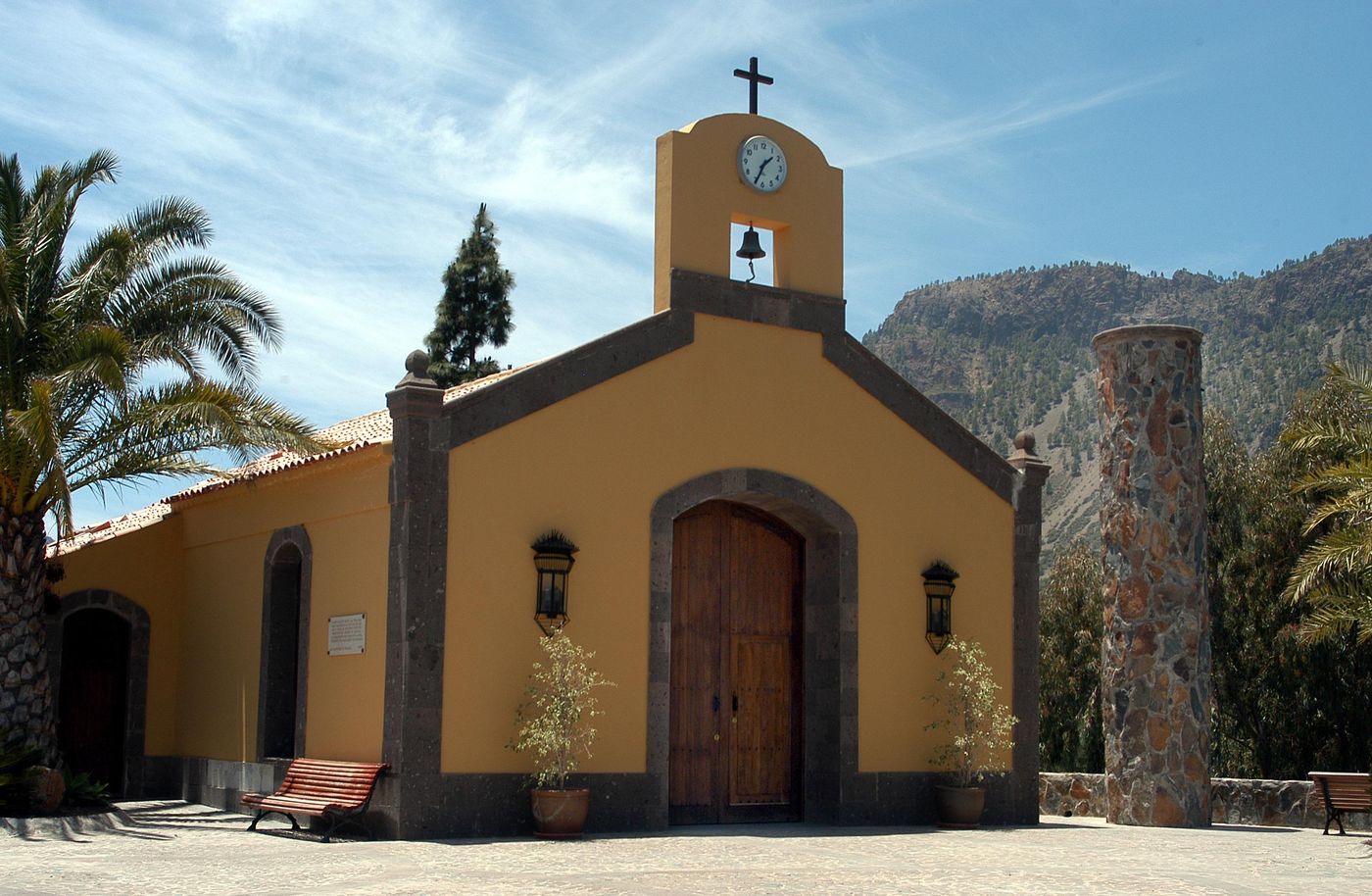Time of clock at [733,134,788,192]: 1:34
